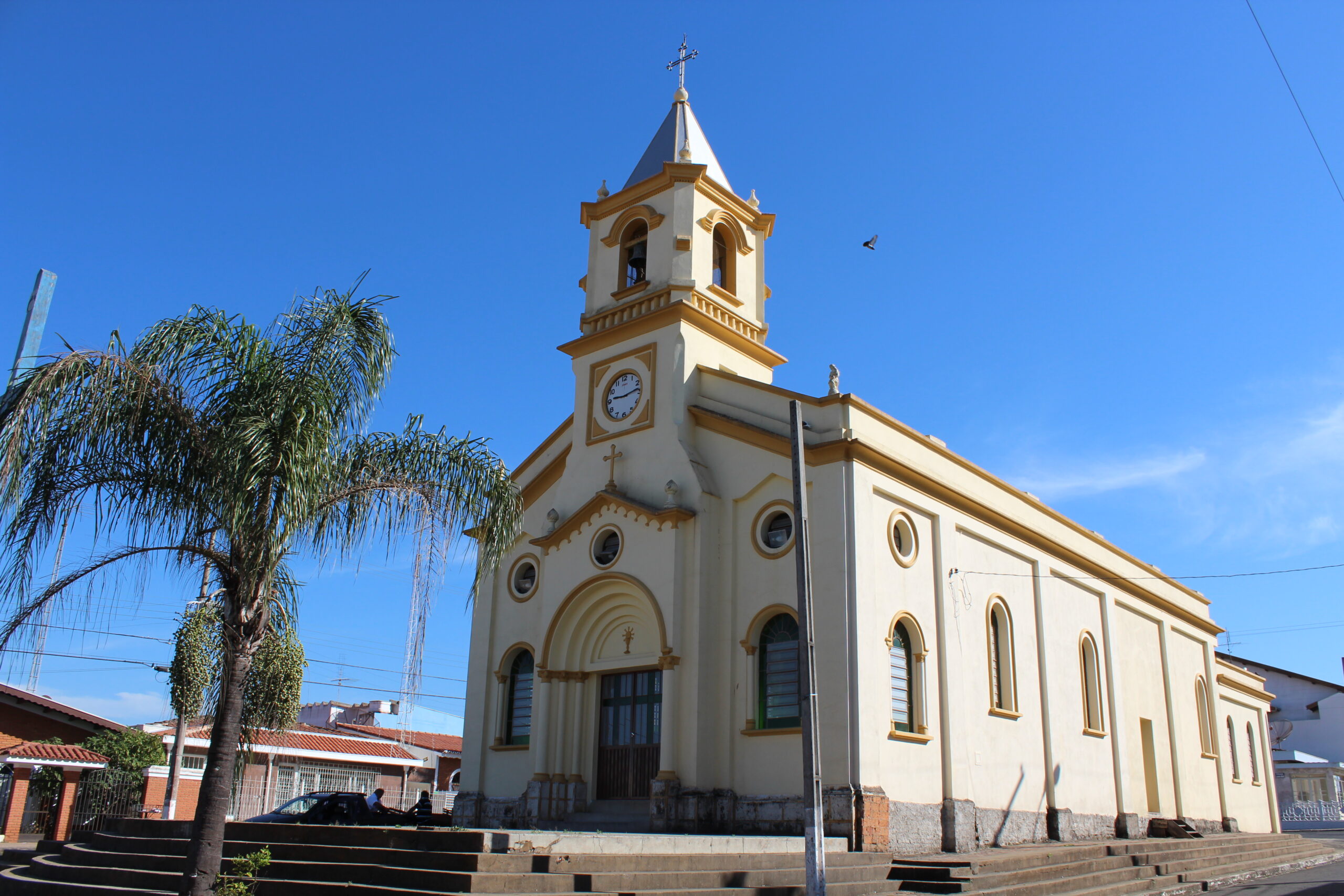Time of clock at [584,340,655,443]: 9:13
